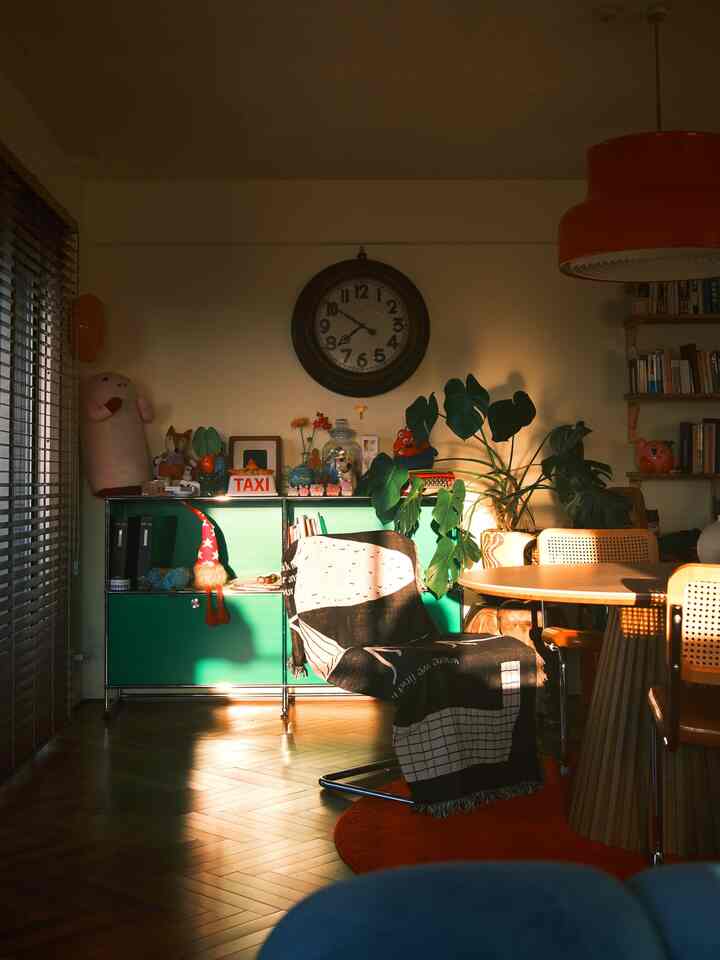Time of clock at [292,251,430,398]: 7:50
